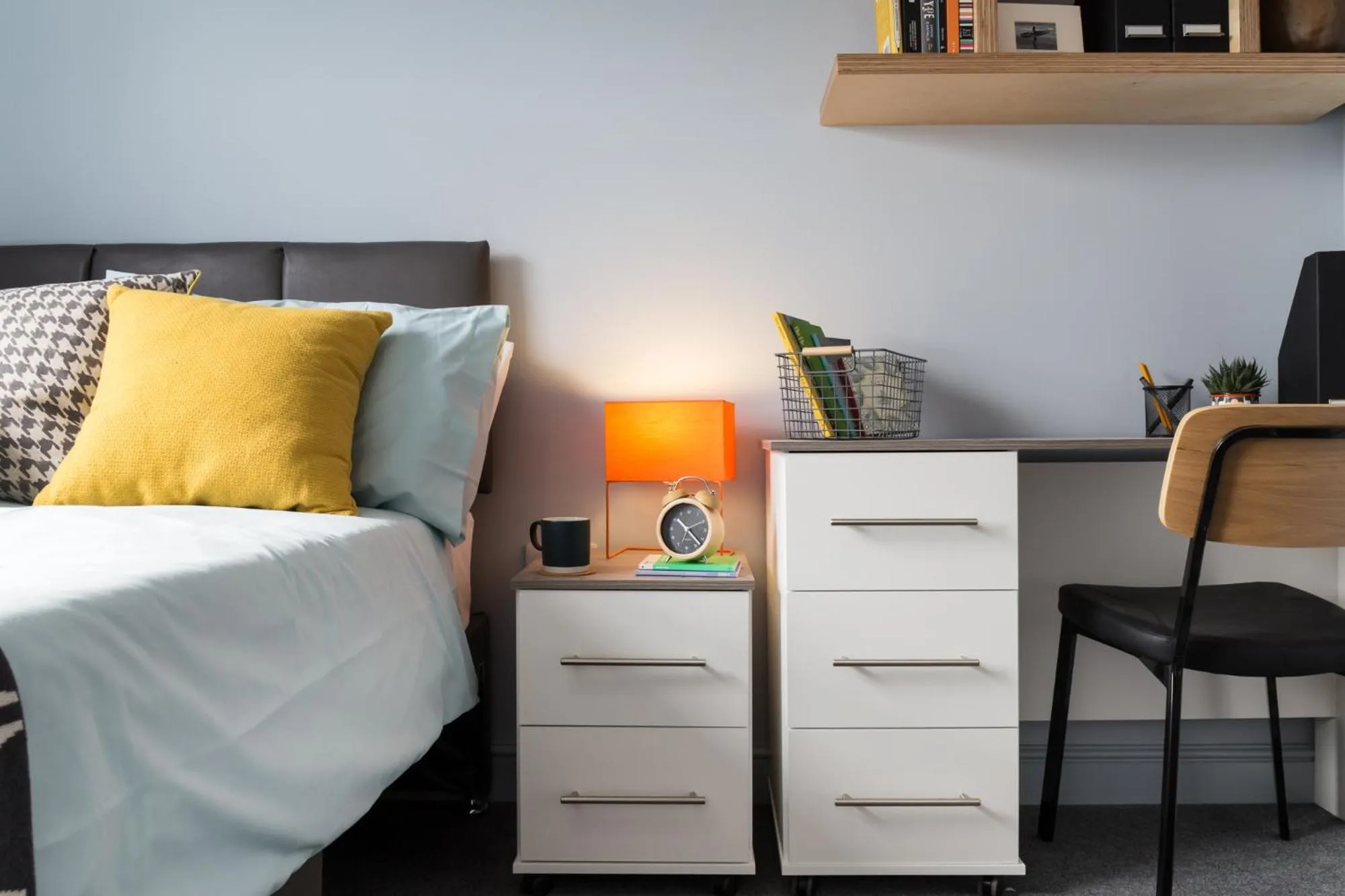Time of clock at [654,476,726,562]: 10:22
